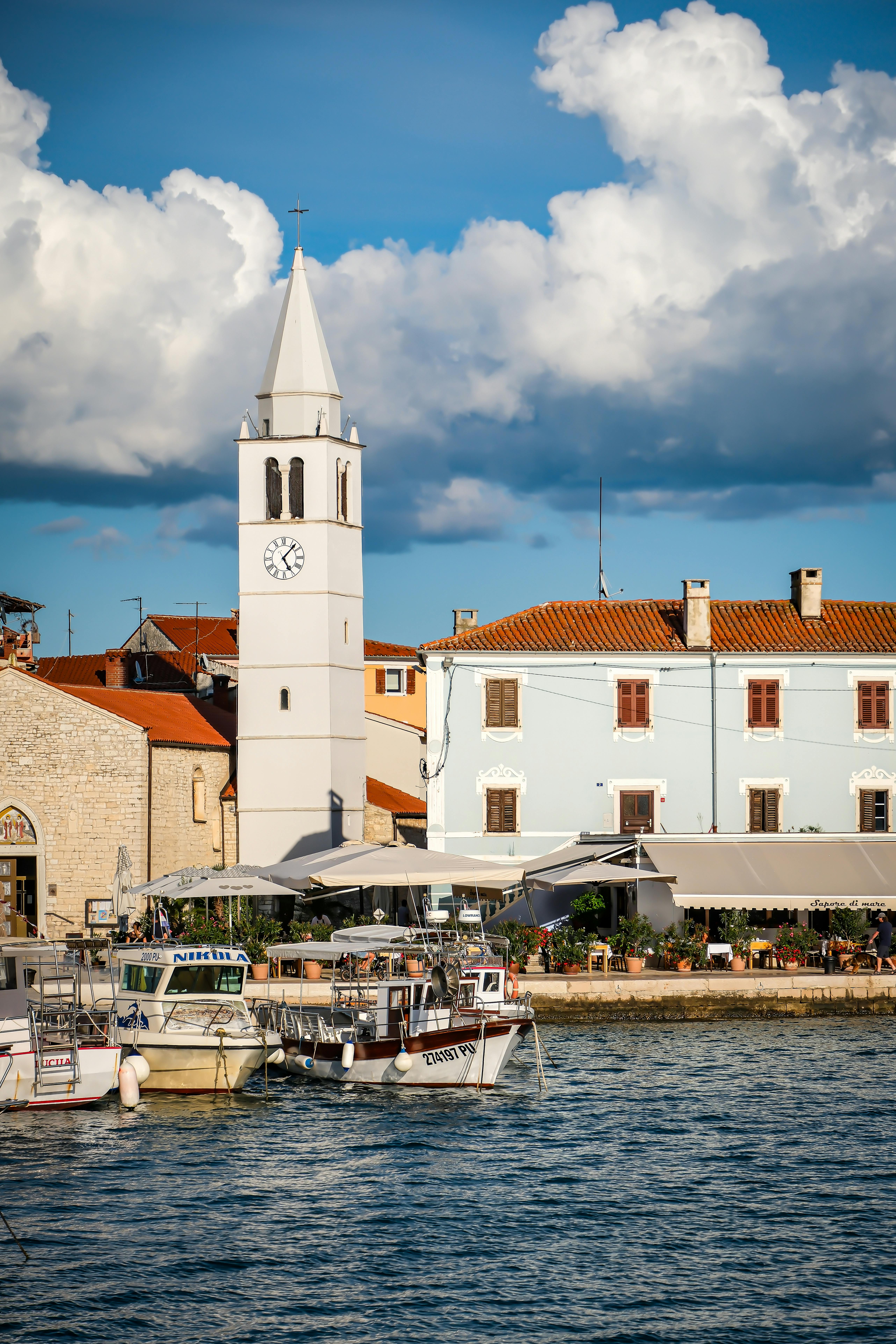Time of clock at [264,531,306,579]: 5:07
